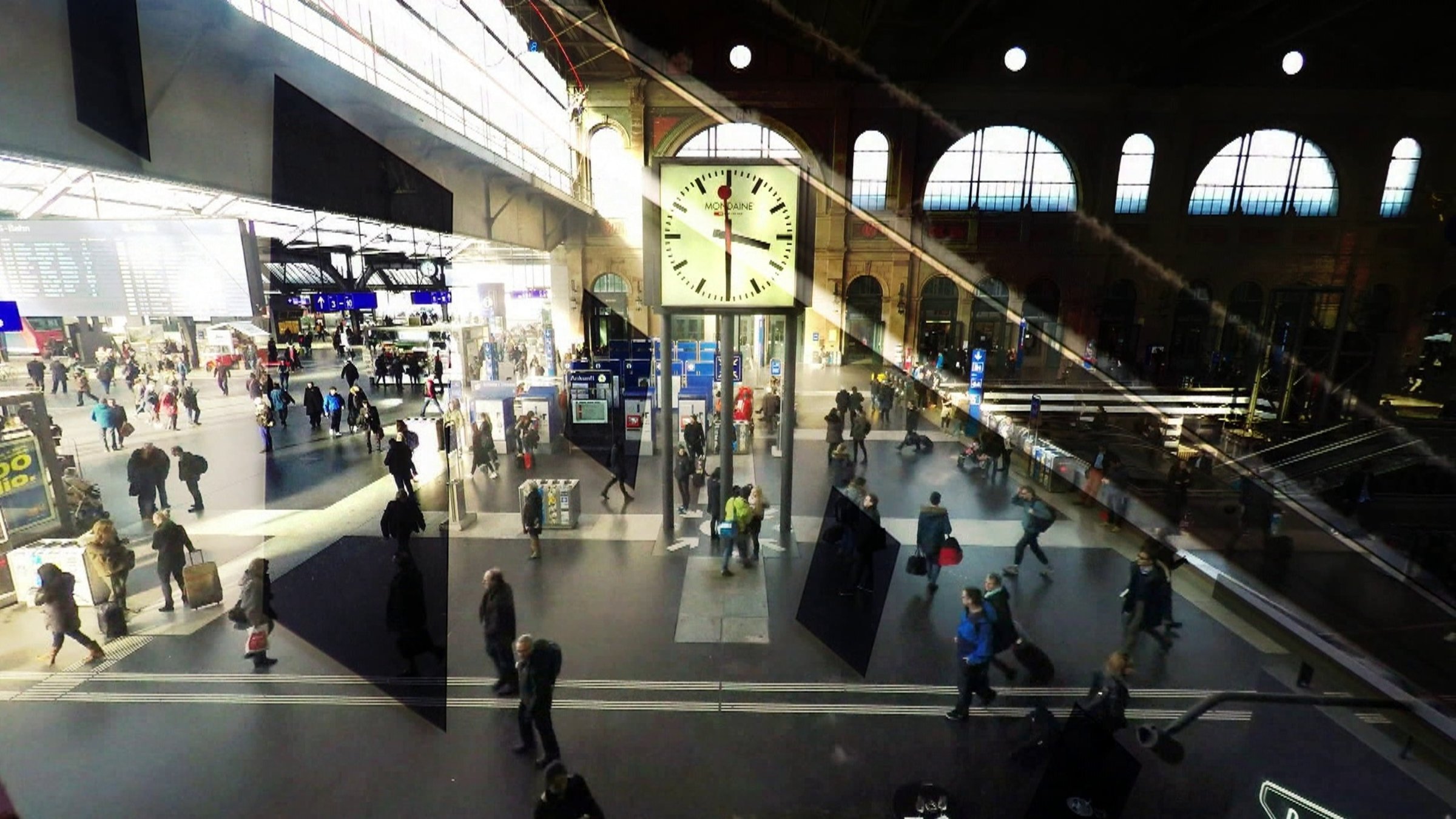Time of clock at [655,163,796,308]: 3:29
